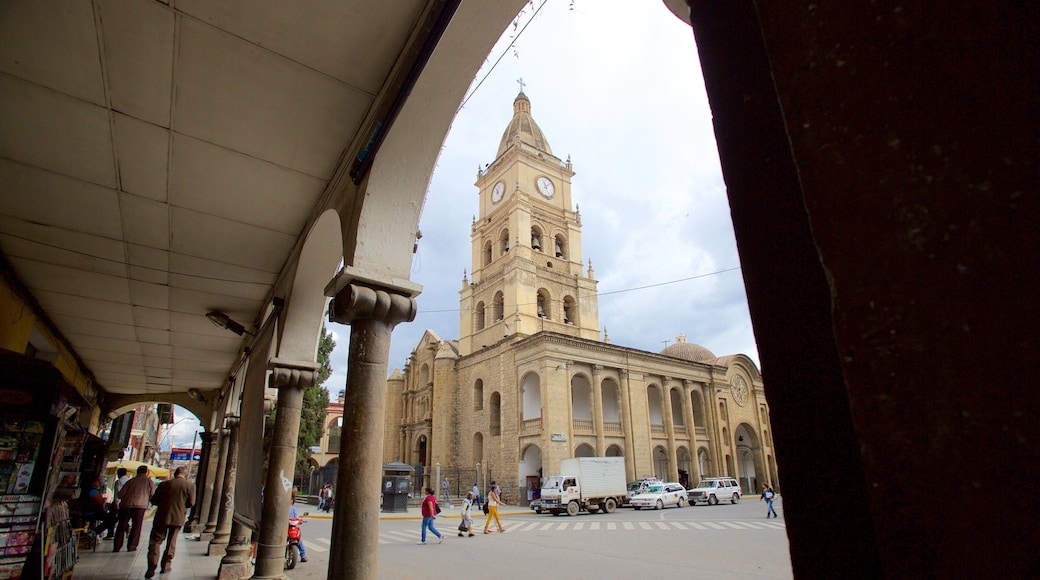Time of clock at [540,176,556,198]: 11:07
